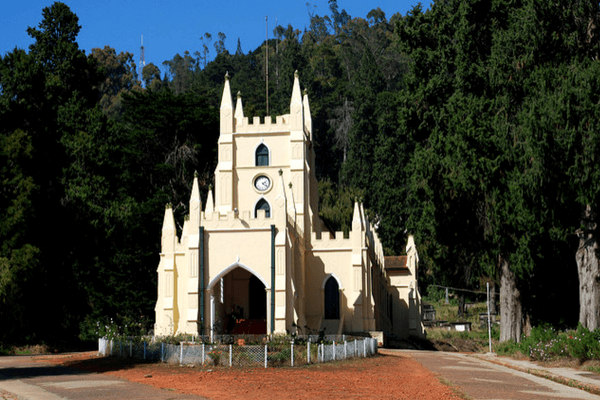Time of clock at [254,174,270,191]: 2:21
